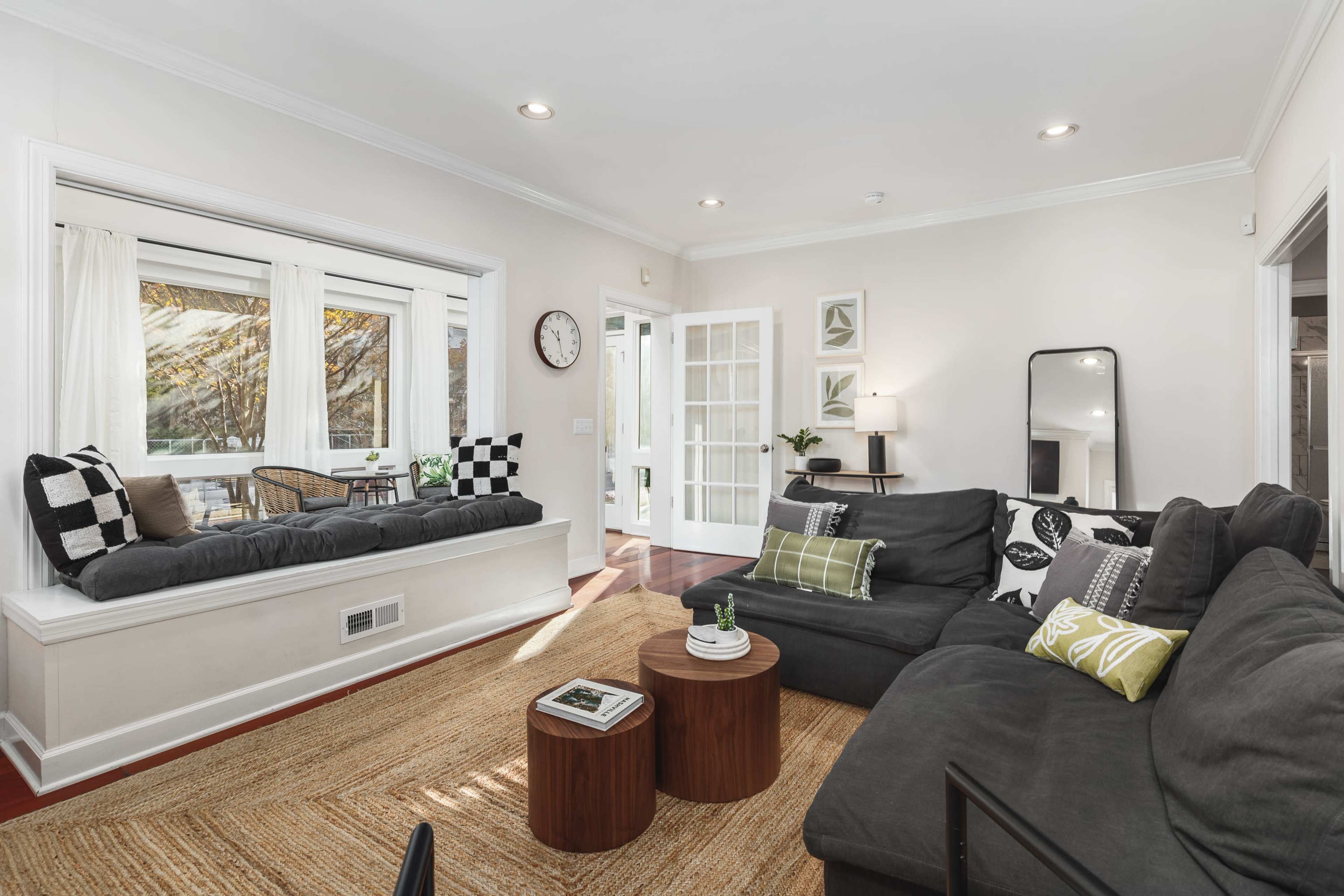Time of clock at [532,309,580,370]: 10:26
